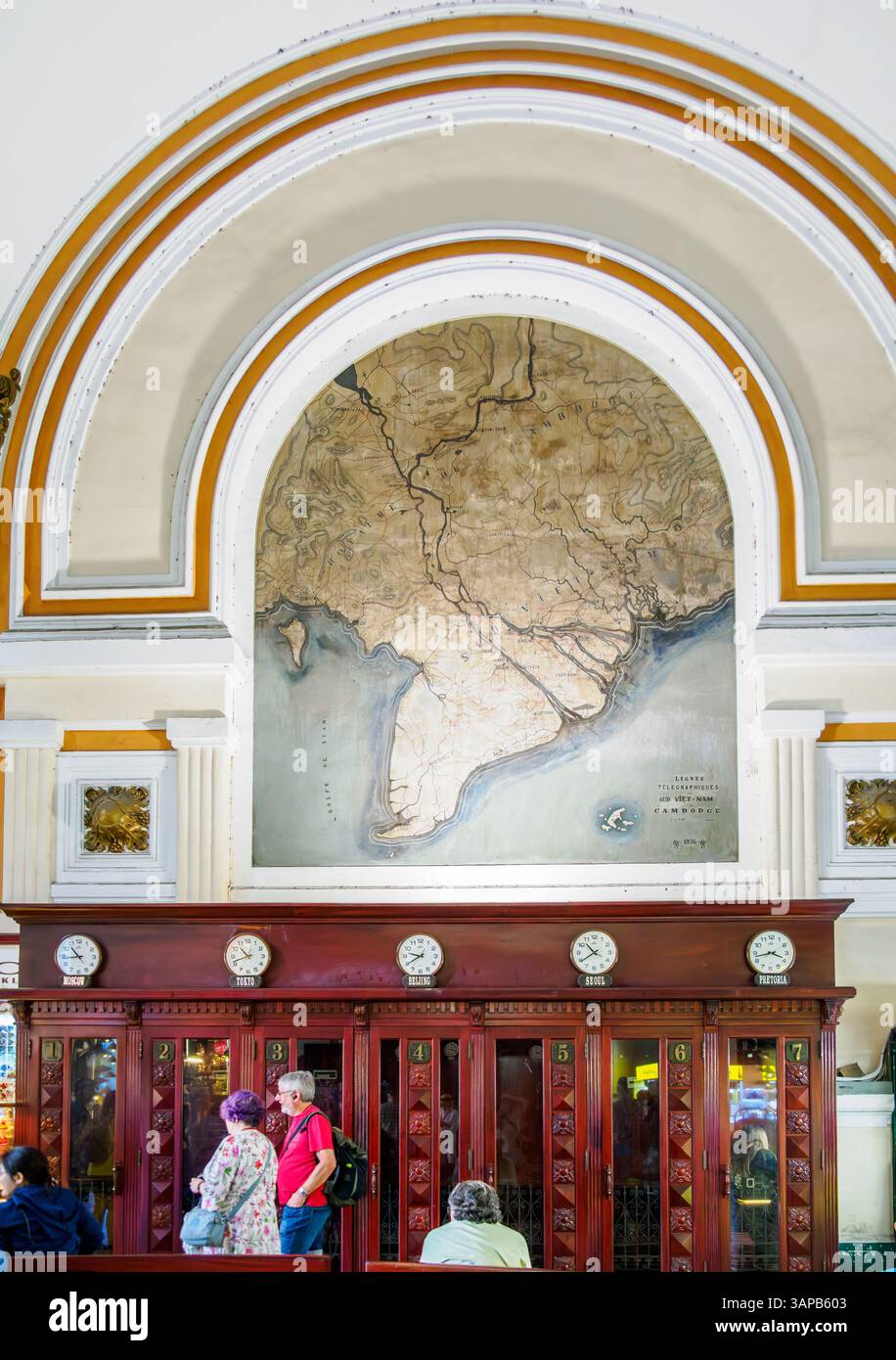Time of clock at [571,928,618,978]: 10:39
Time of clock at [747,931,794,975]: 3:42
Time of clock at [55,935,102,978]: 10:43
